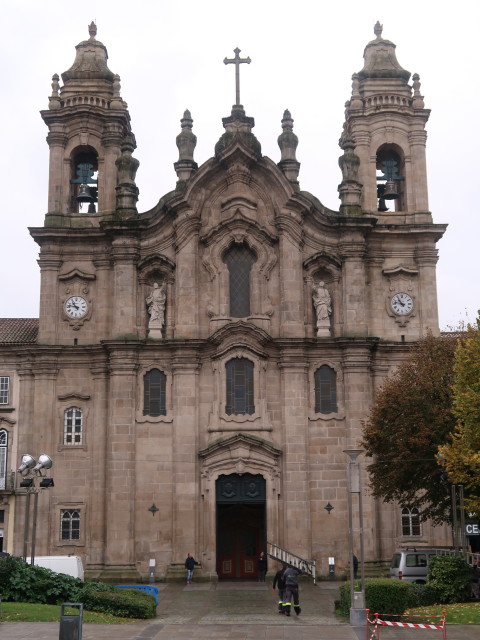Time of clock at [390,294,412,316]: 10:47
